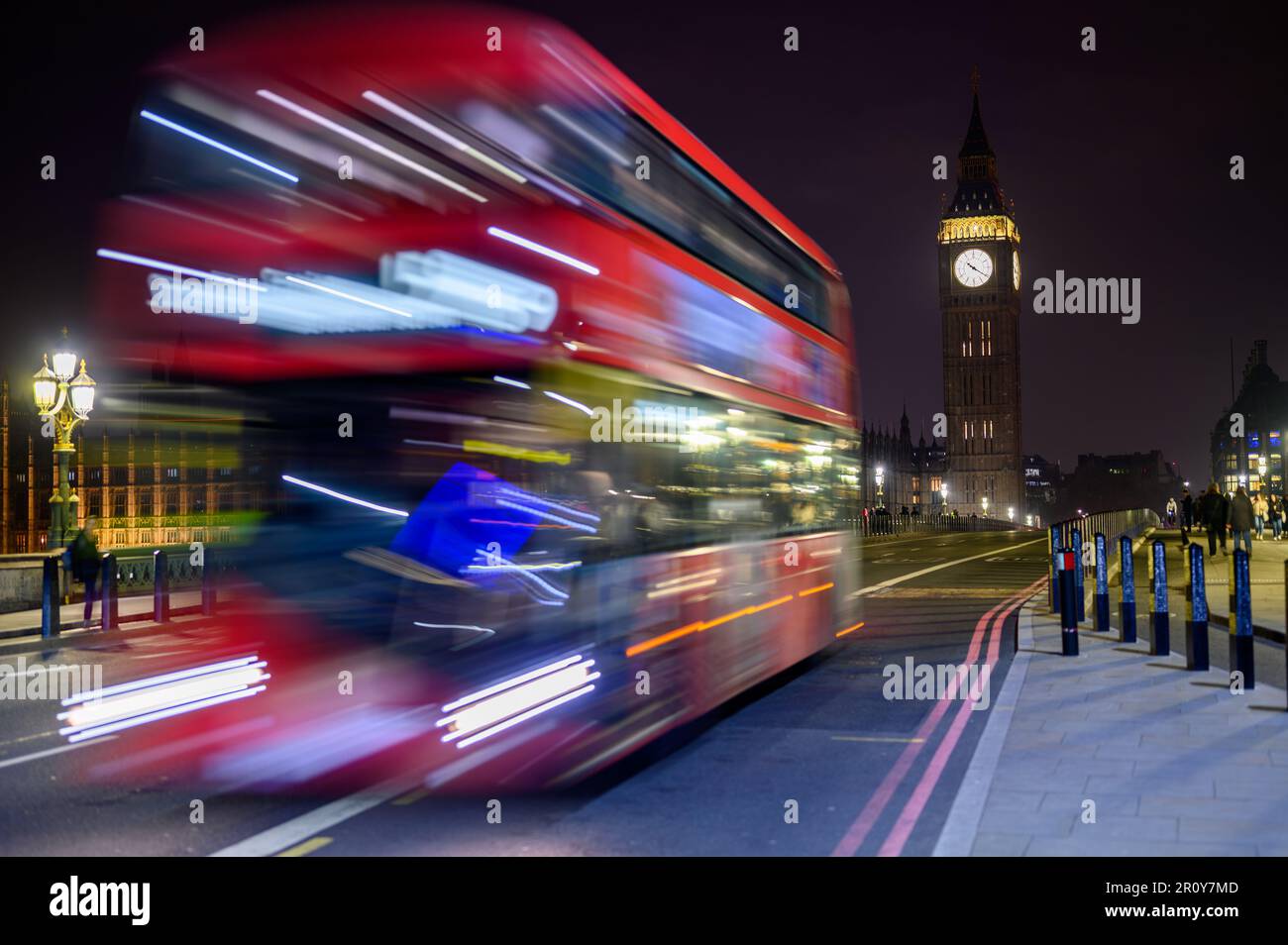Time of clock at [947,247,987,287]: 10:20
